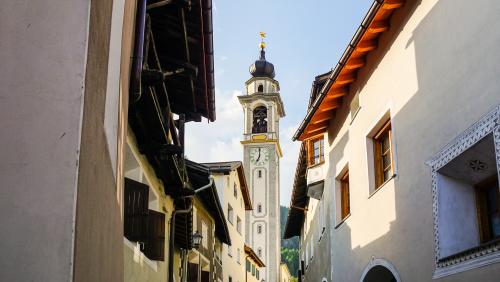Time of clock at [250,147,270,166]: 7:00
